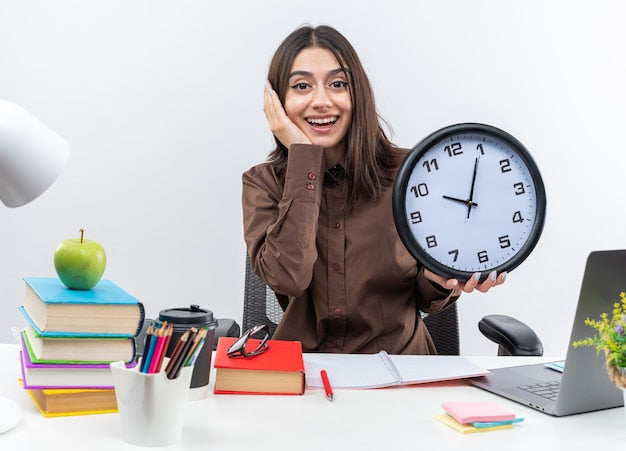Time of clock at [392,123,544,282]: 10:04
